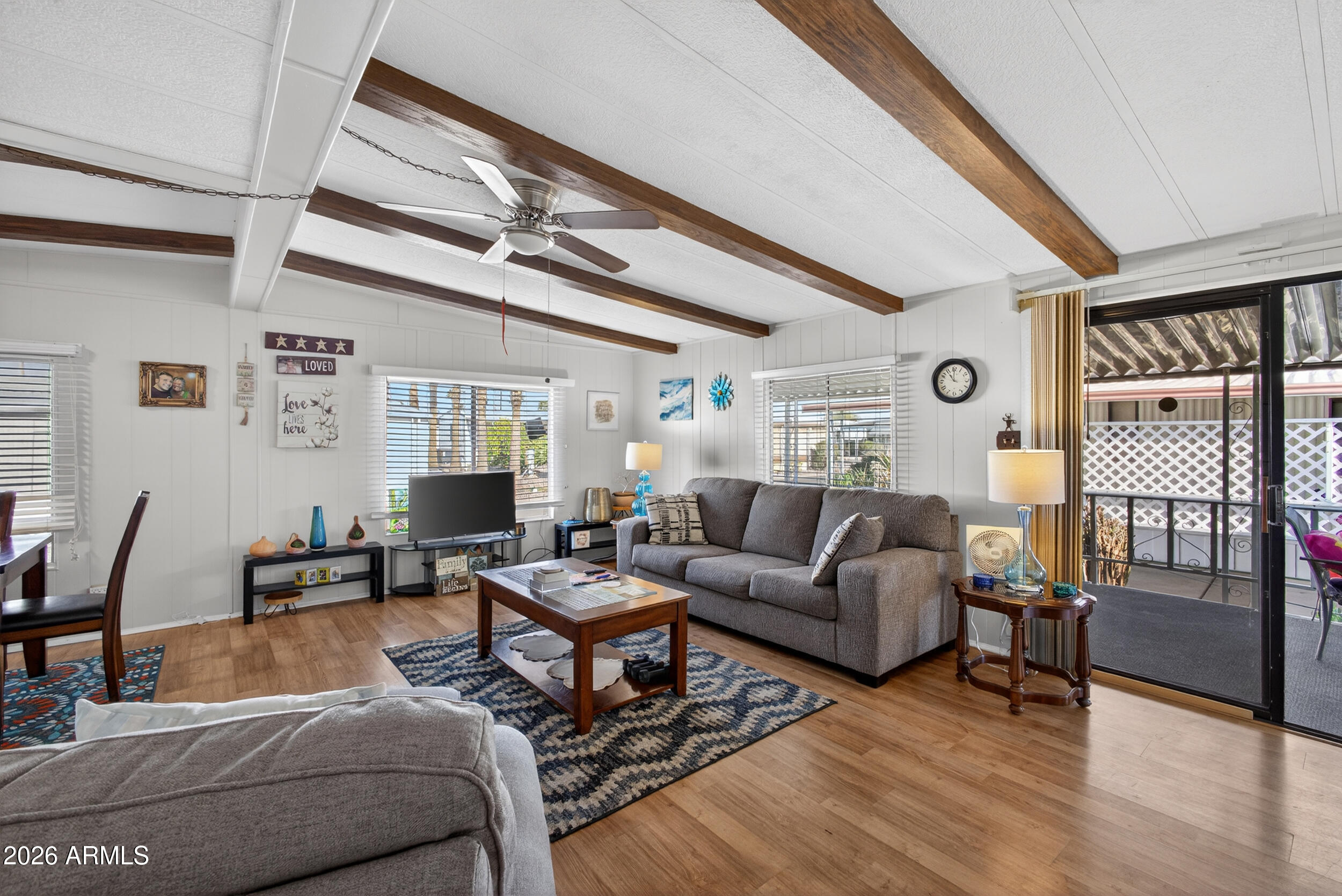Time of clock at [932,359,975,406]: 11:00
